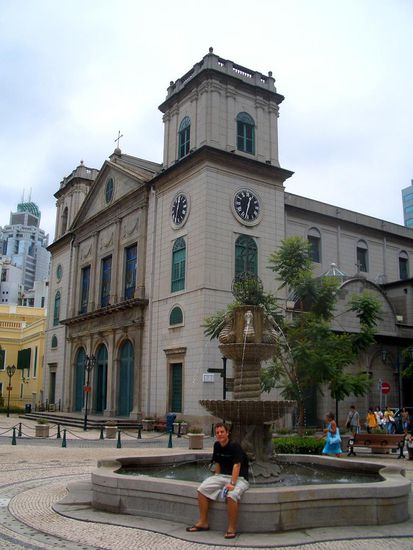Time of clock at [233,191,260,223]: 12:32
